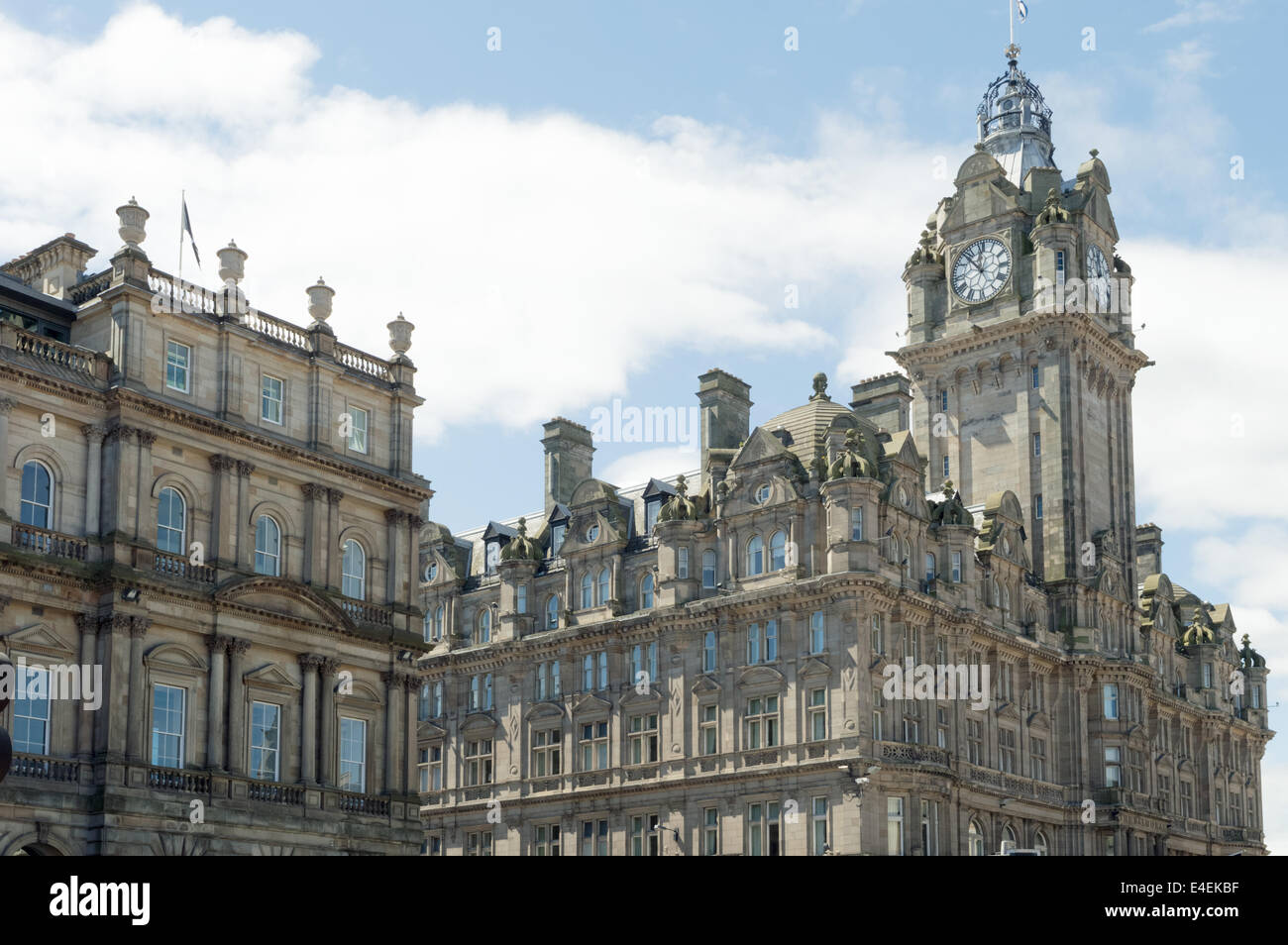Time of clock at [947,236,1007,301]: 11:53
